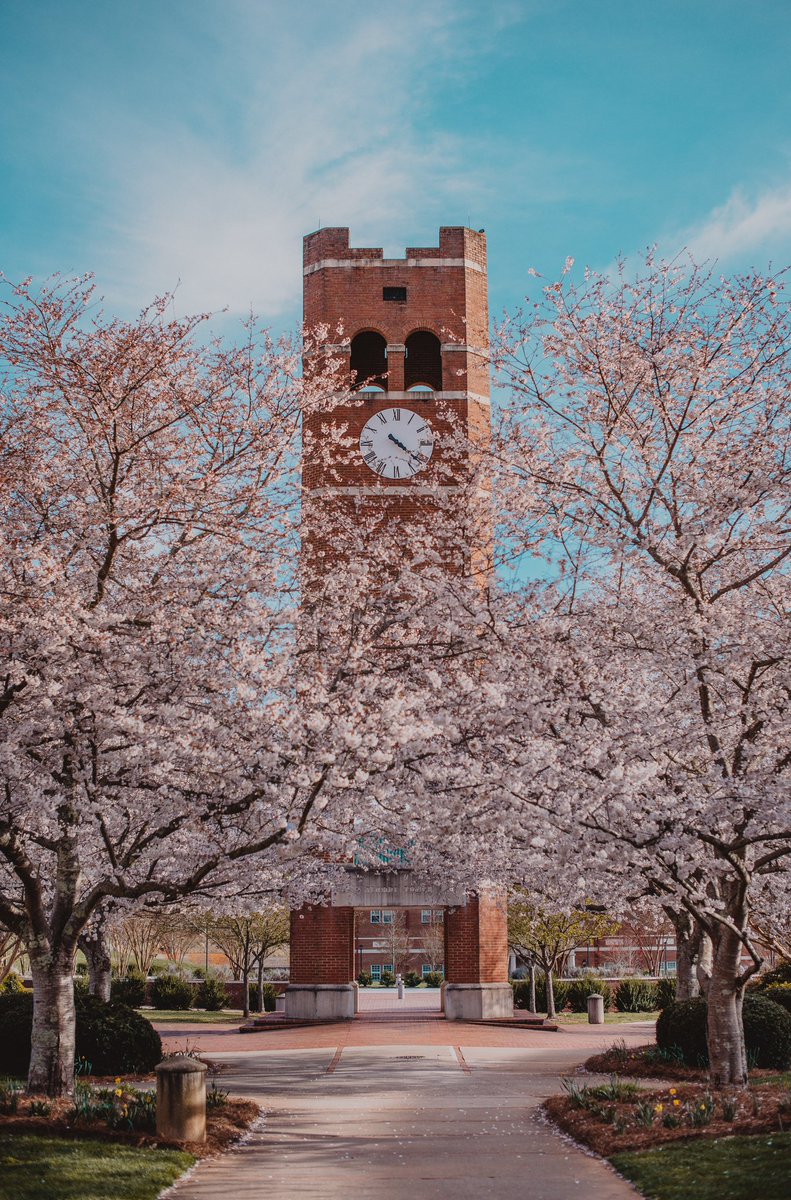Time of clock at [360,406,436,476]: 4:21
